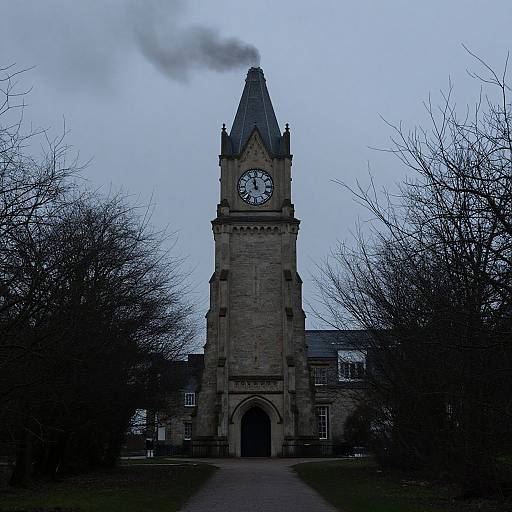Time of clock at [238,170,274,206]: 11:37
